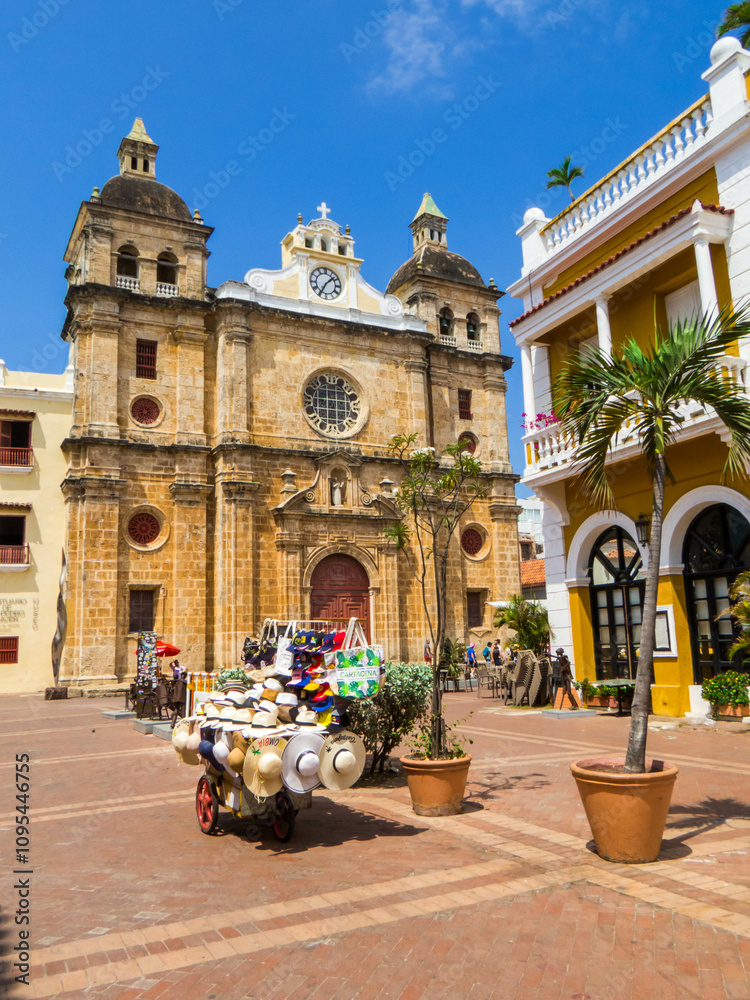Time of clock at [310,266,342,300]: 1:34
